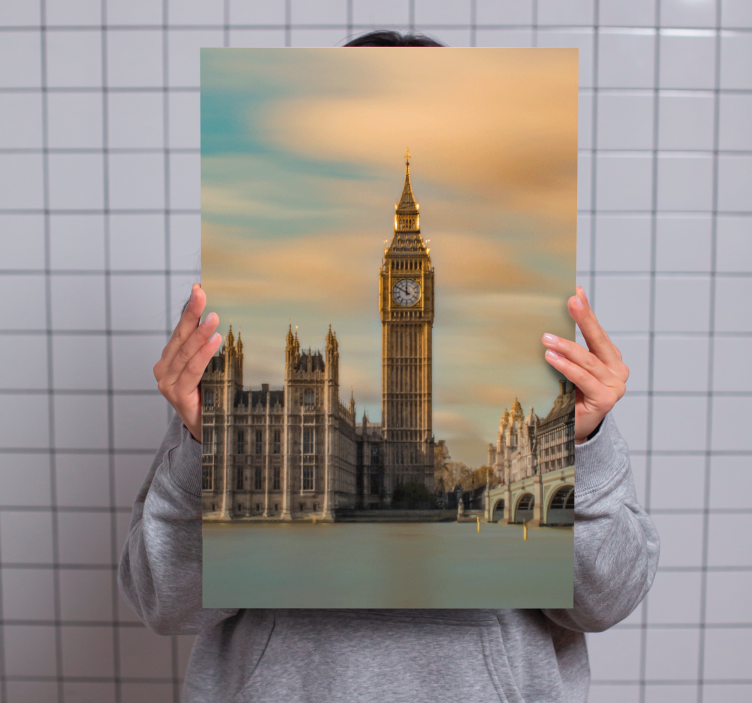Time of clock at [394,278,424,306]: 11:49
